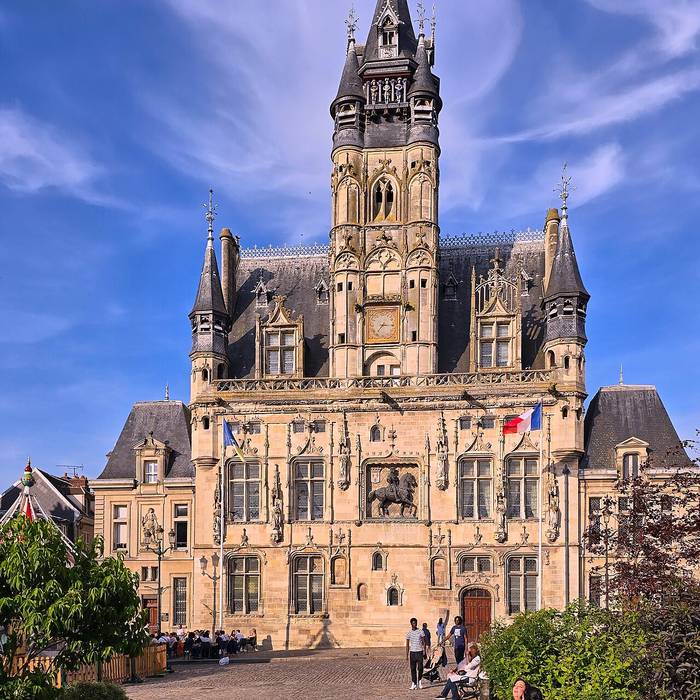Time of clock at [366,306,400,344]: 7:15
